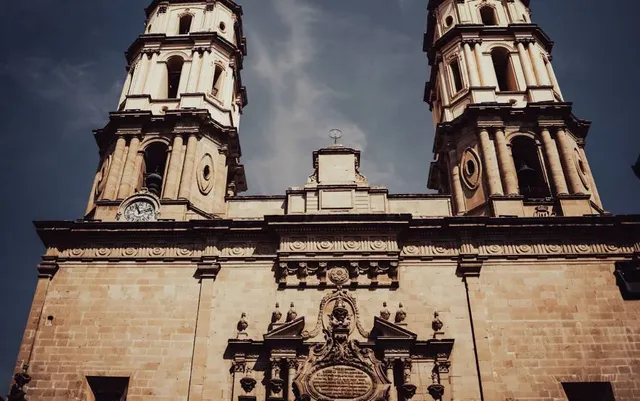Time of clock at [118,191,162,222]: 2:56
